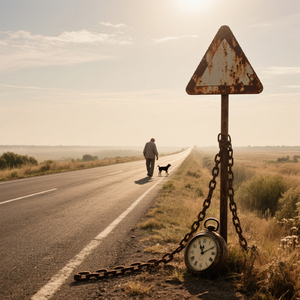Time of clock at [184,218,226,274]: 11:10
